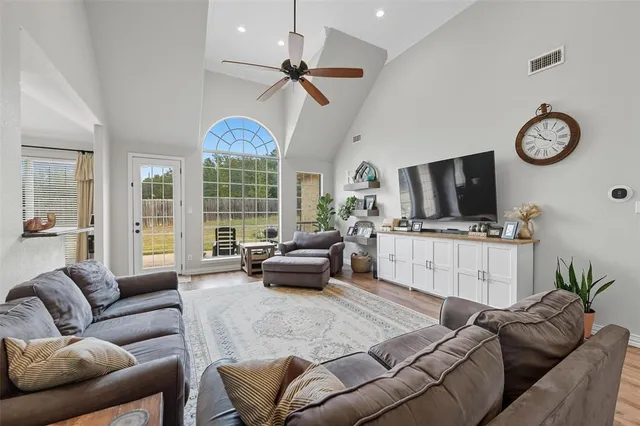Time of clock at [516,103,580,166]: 10:49
